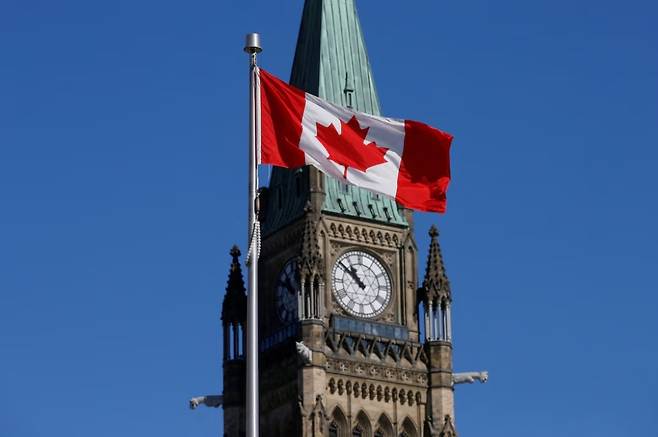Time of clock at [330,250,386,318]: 10:51
